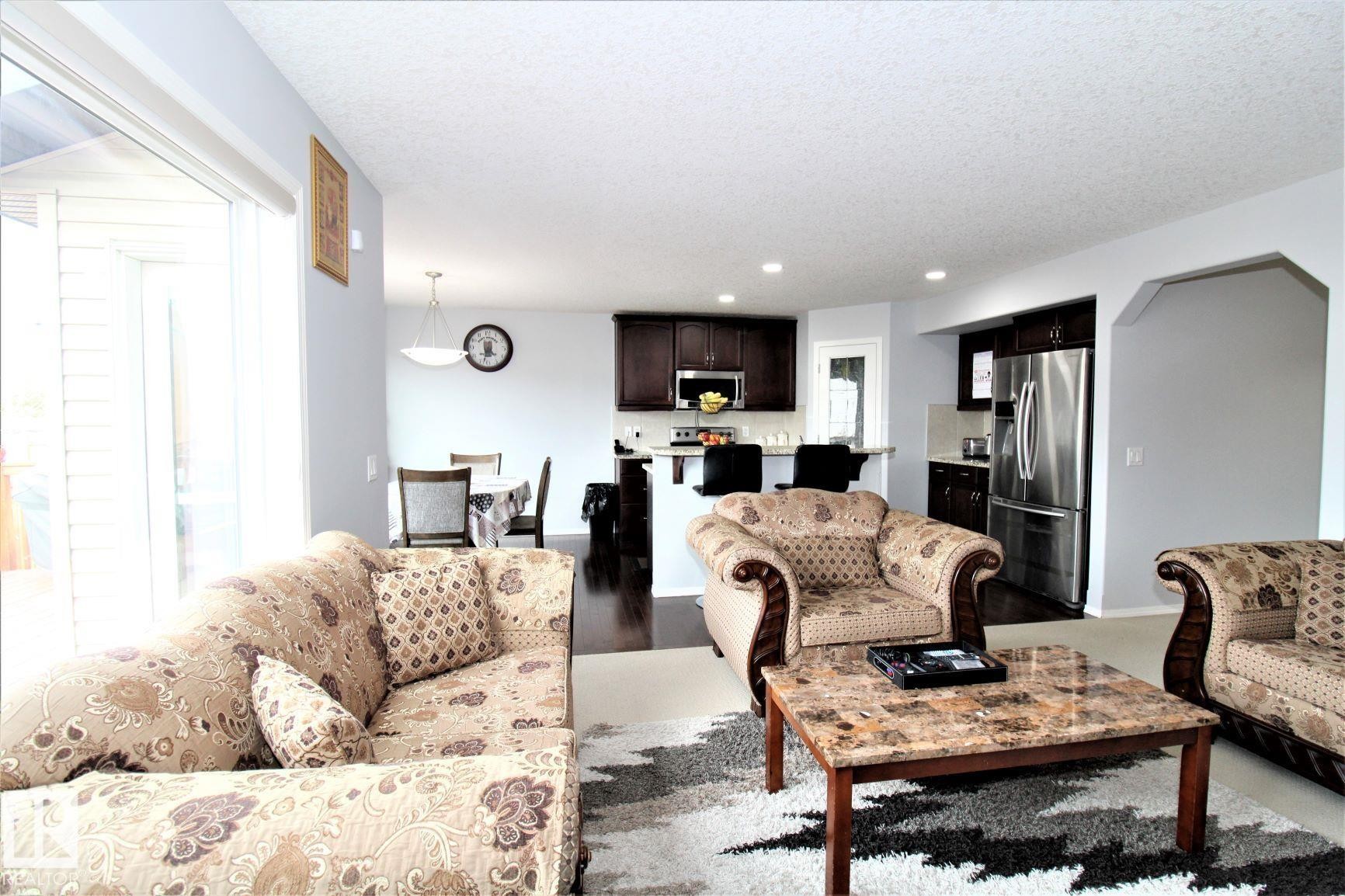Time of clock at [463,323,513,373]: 4:32
